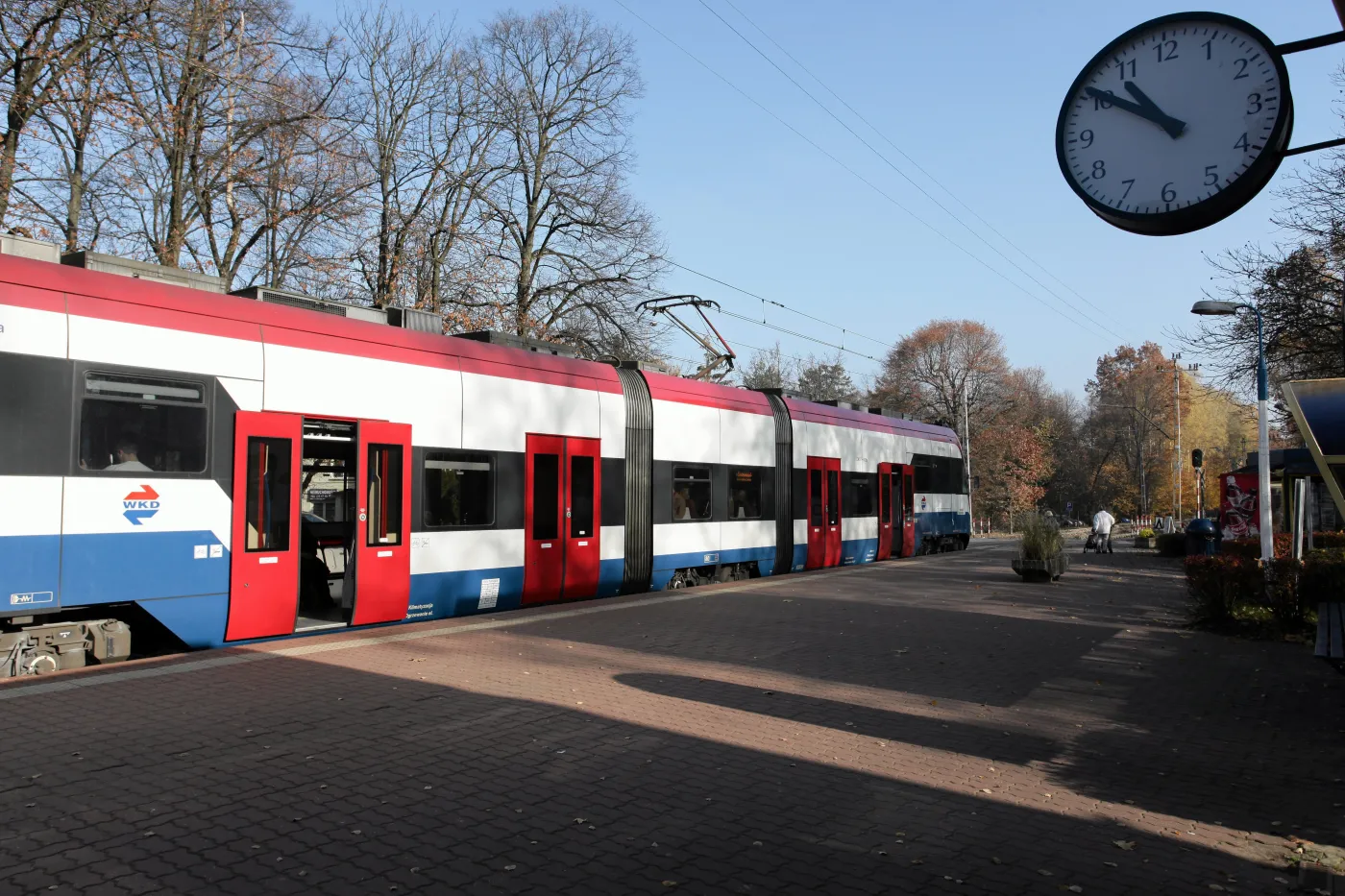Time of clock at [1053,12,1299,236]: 10:50
